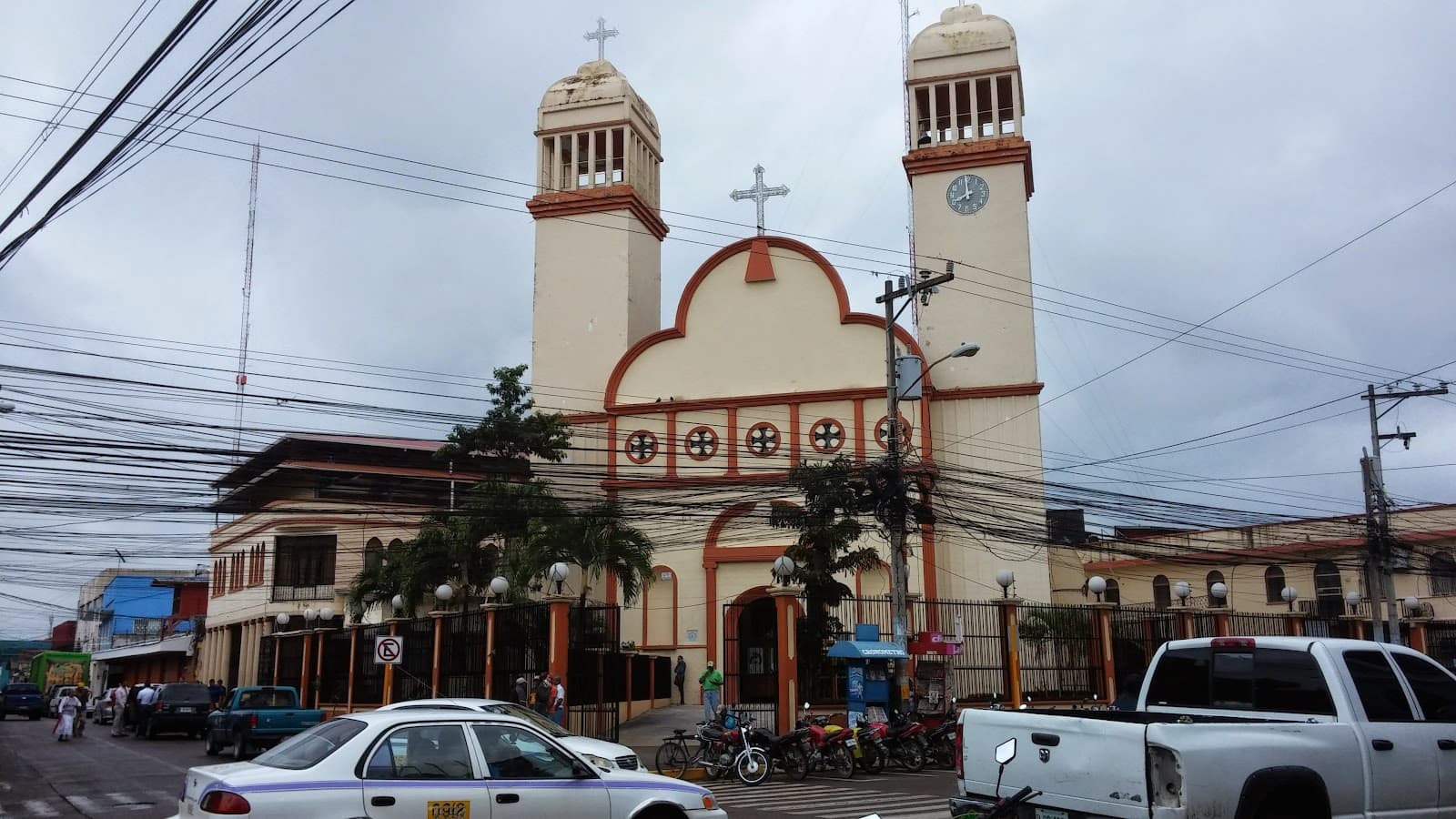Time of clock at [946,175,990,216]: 7:59
